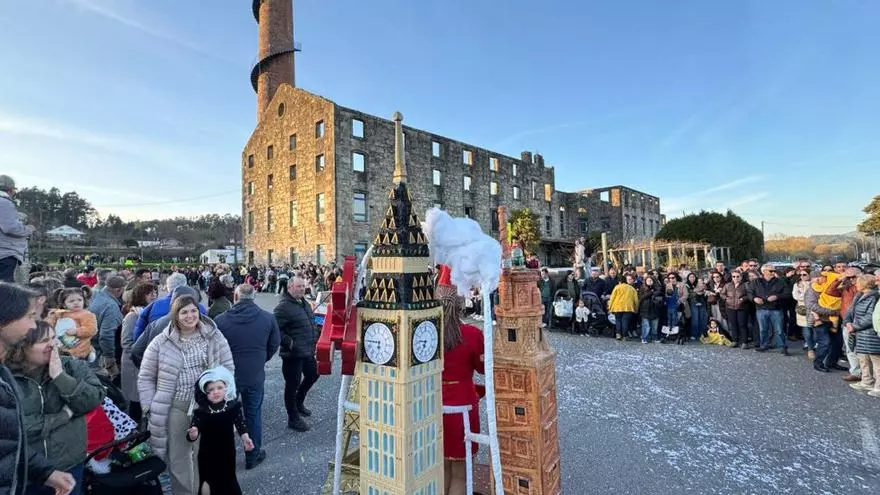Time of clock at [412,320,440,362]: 6:46
